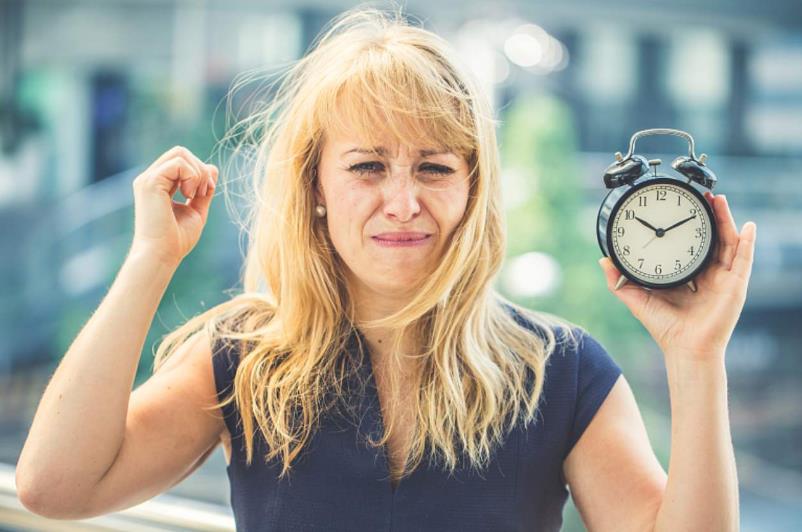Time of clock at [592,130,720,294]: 10:10
